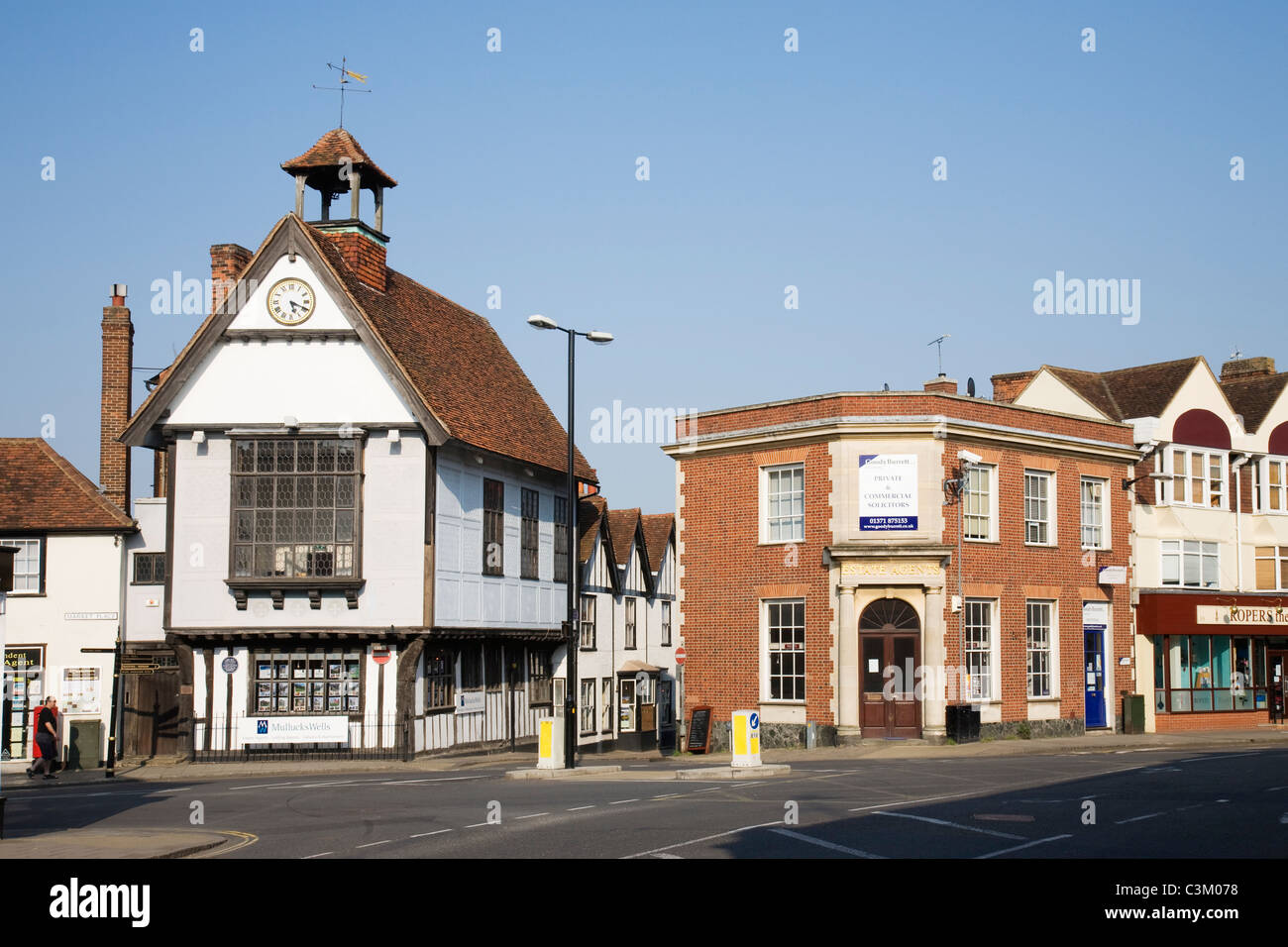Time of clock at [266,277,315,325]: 5:19
